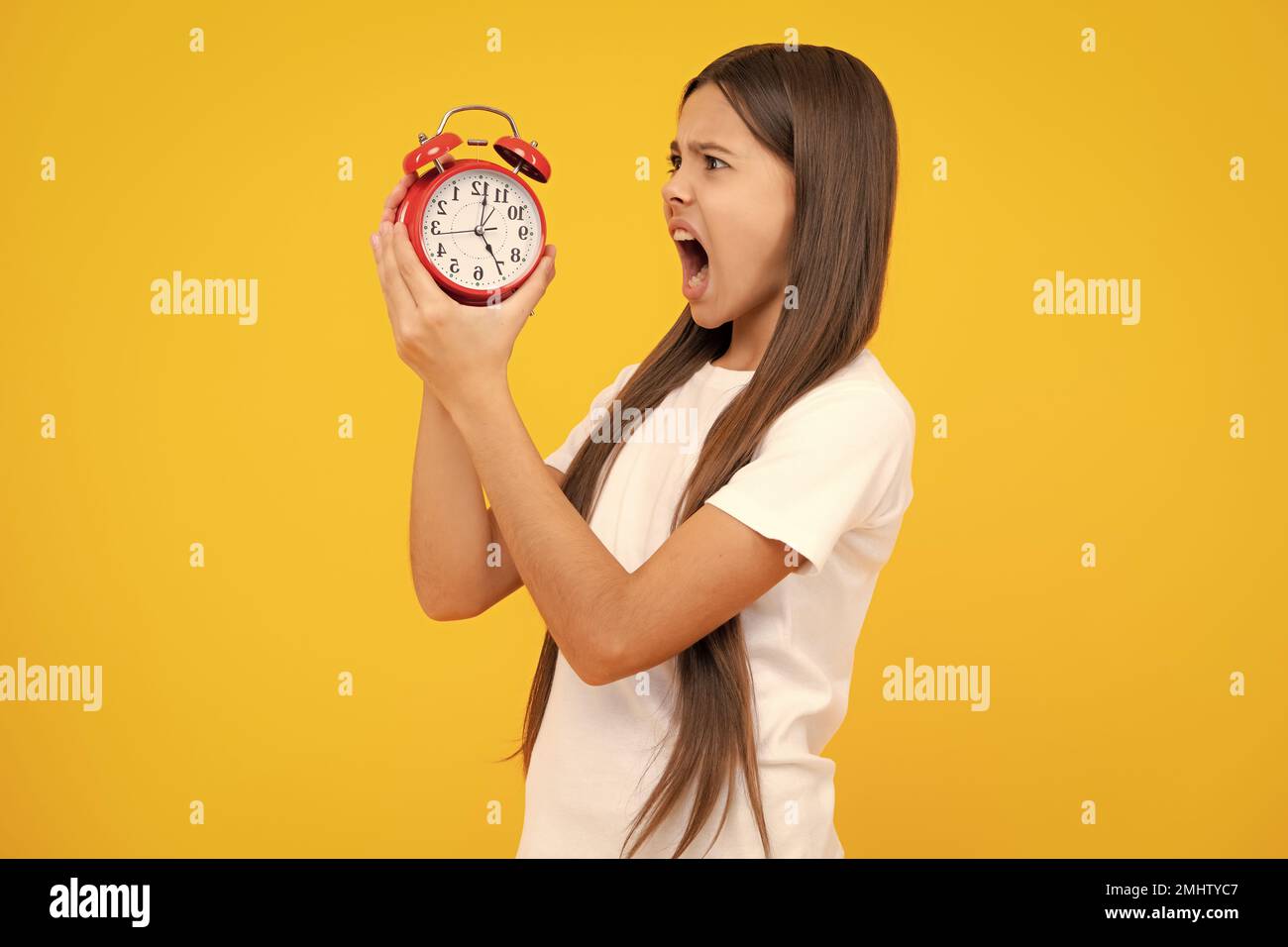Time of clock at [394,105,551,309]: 5:01
